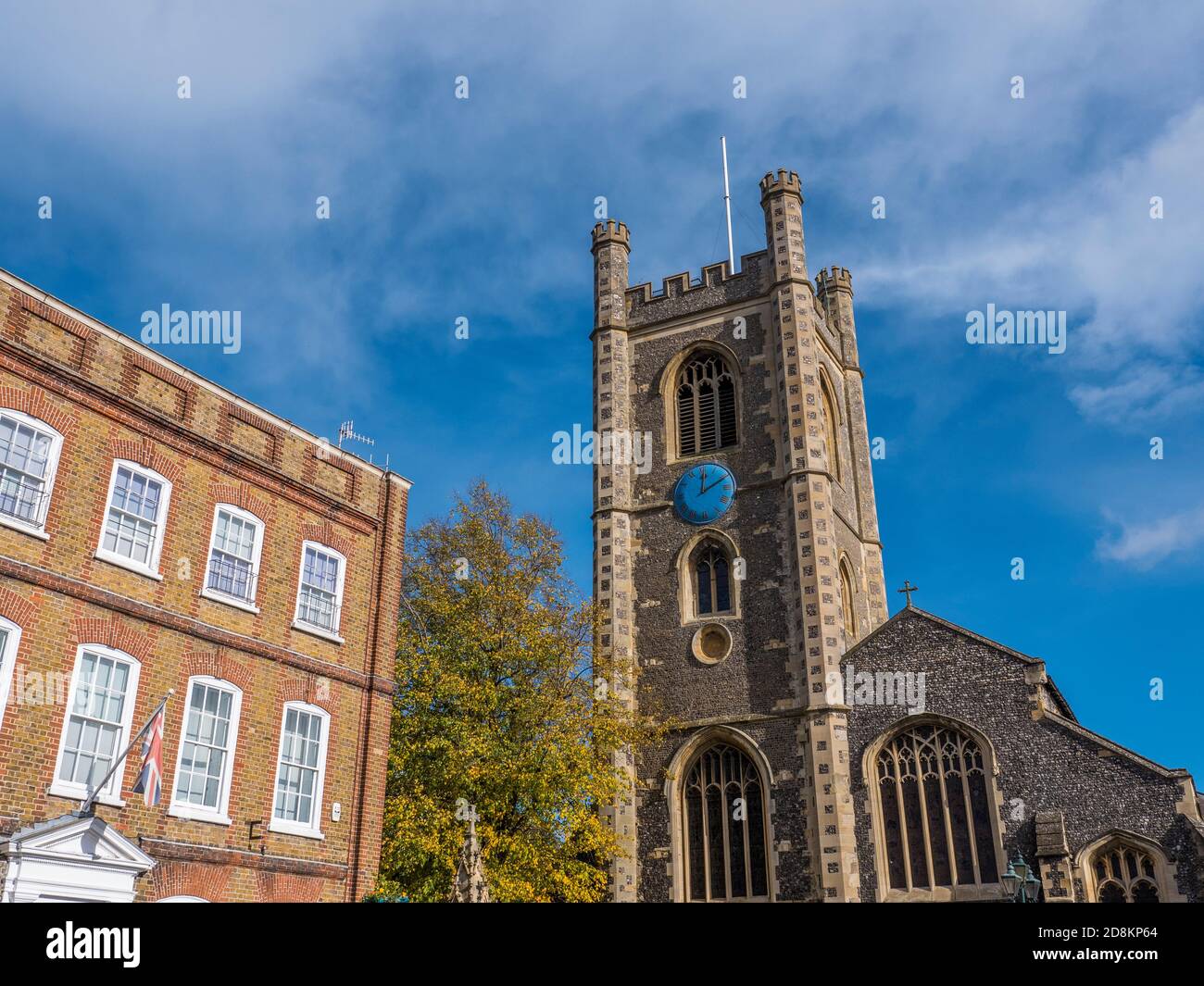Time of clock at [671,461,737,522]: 12:10
